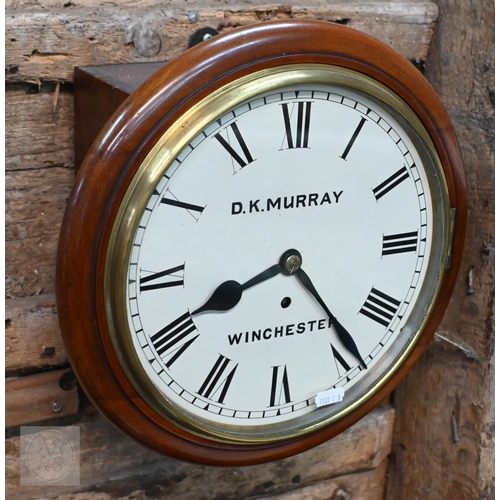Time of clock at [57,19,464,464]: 8:23
